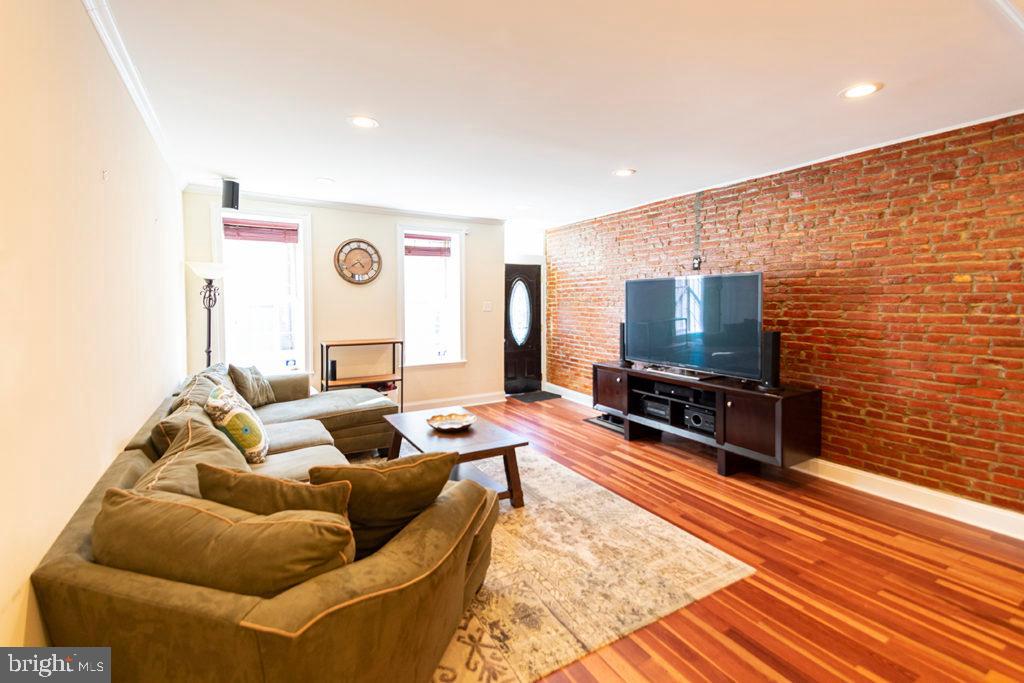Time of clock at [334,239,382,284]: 4:40
